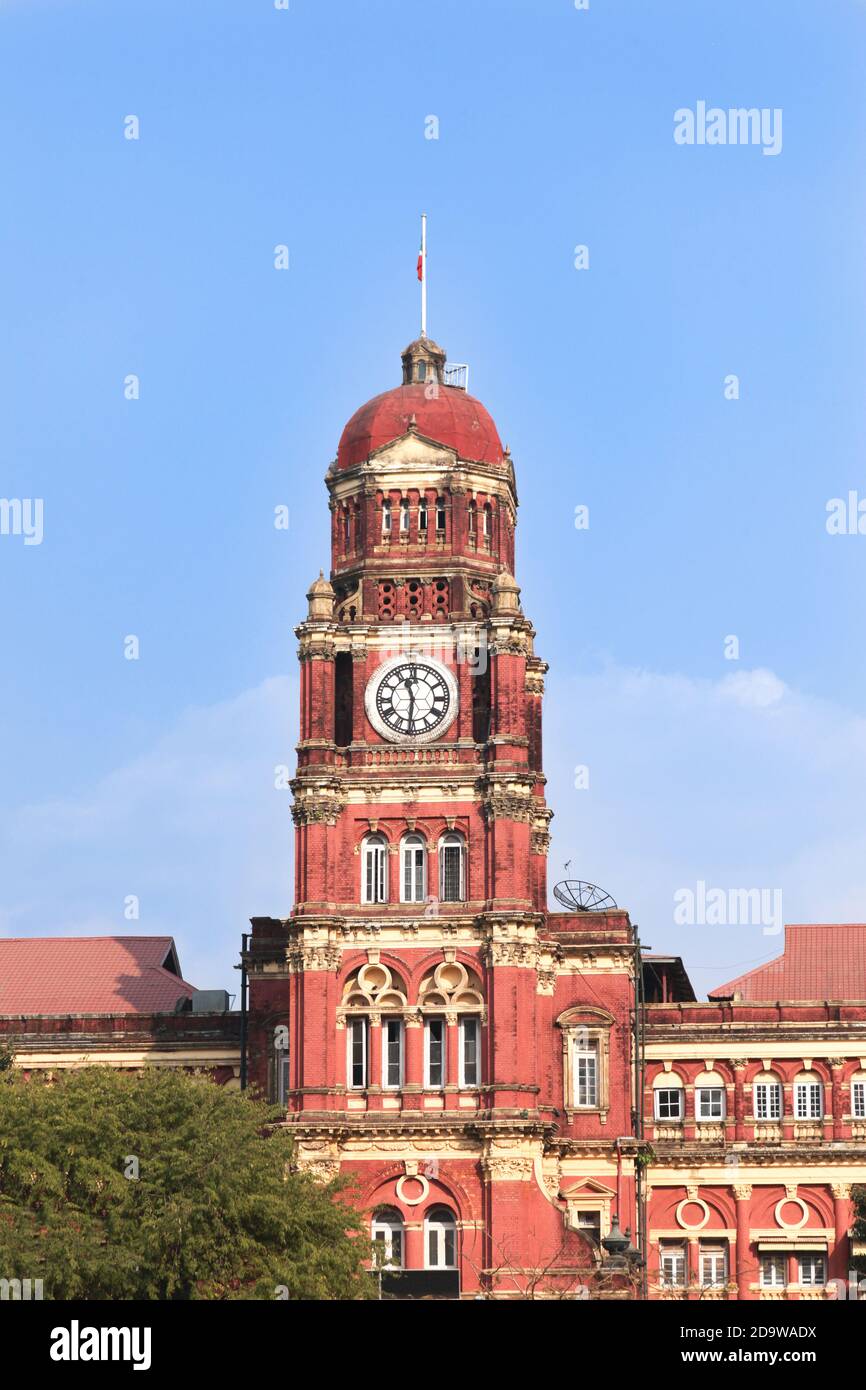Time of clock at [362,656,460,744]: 11:31
